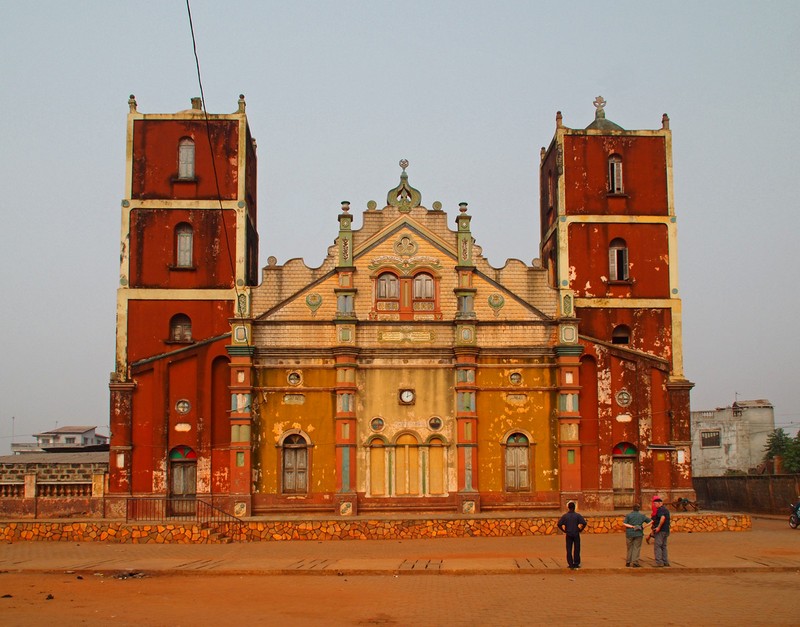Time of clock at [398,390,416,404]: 2:01
